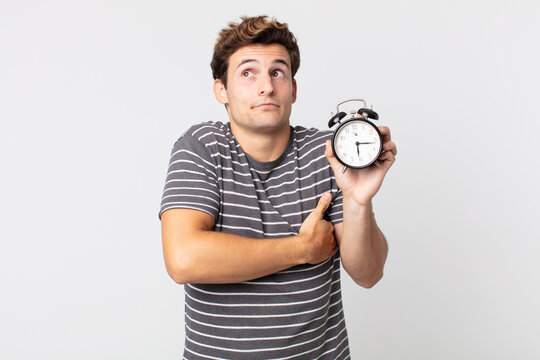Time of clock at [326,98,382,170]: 6:16
